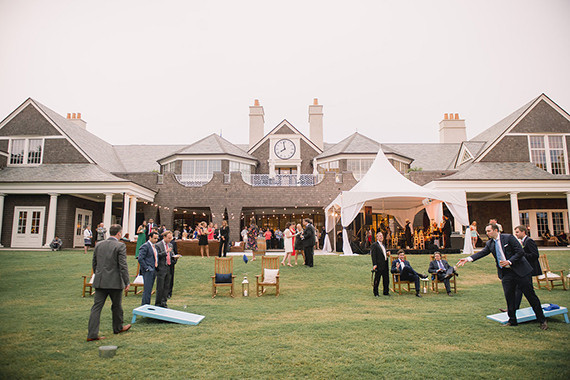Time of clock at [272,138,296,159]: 7:58
